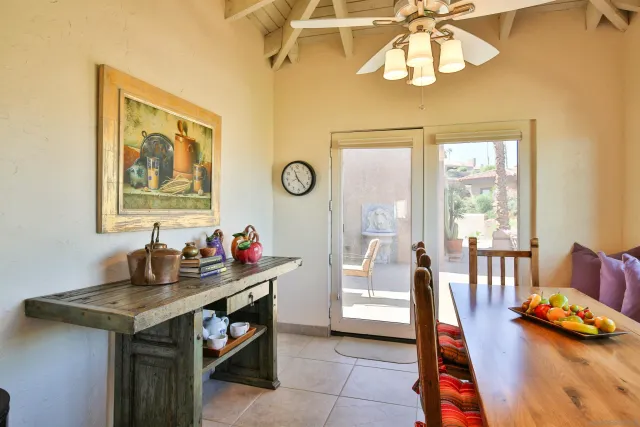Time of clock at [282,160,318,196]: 11:23
